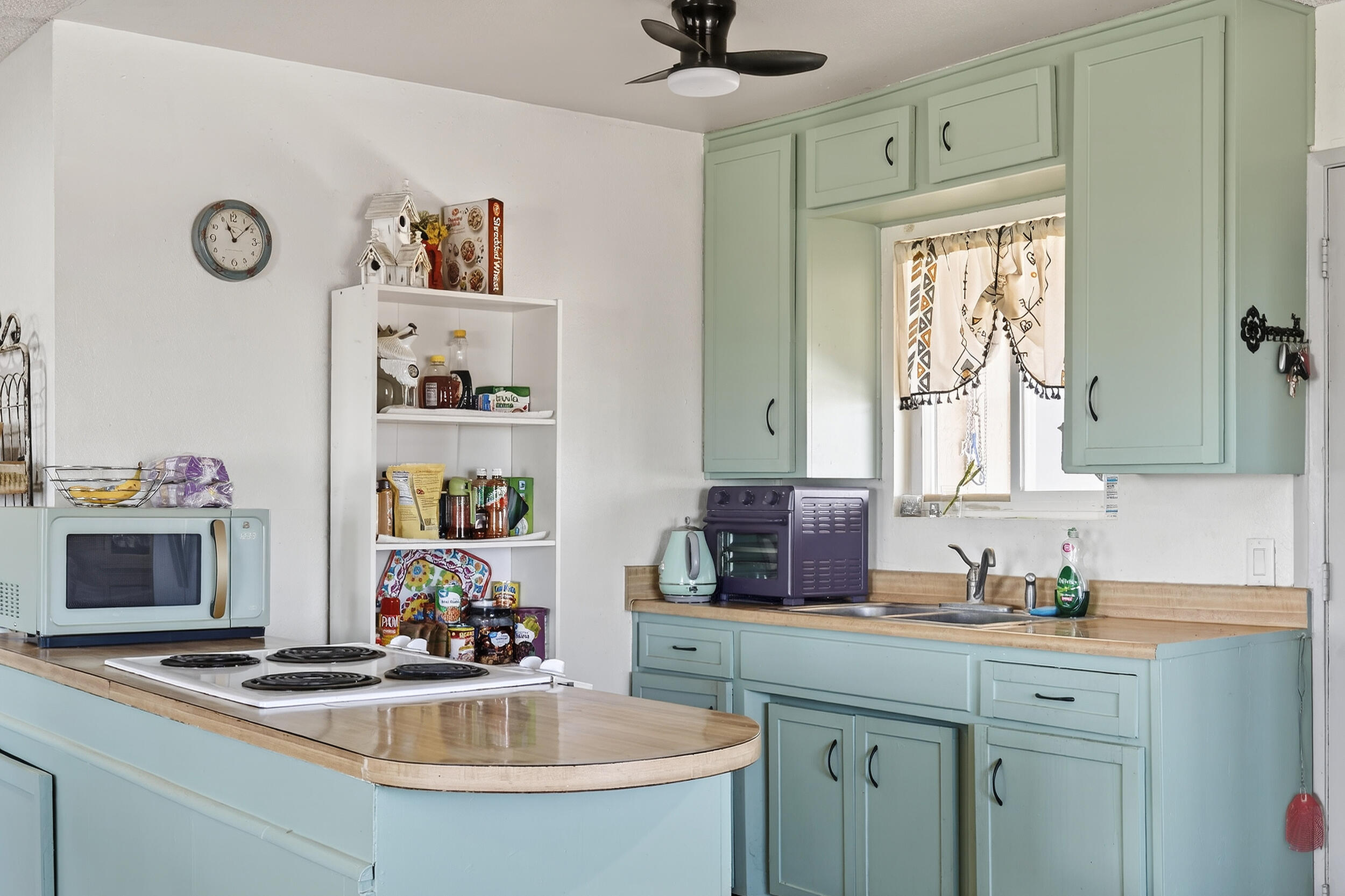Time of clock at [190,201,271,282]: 11:08
